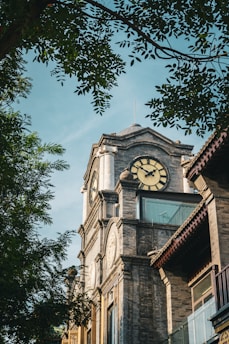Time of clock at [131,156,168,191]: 1:50
